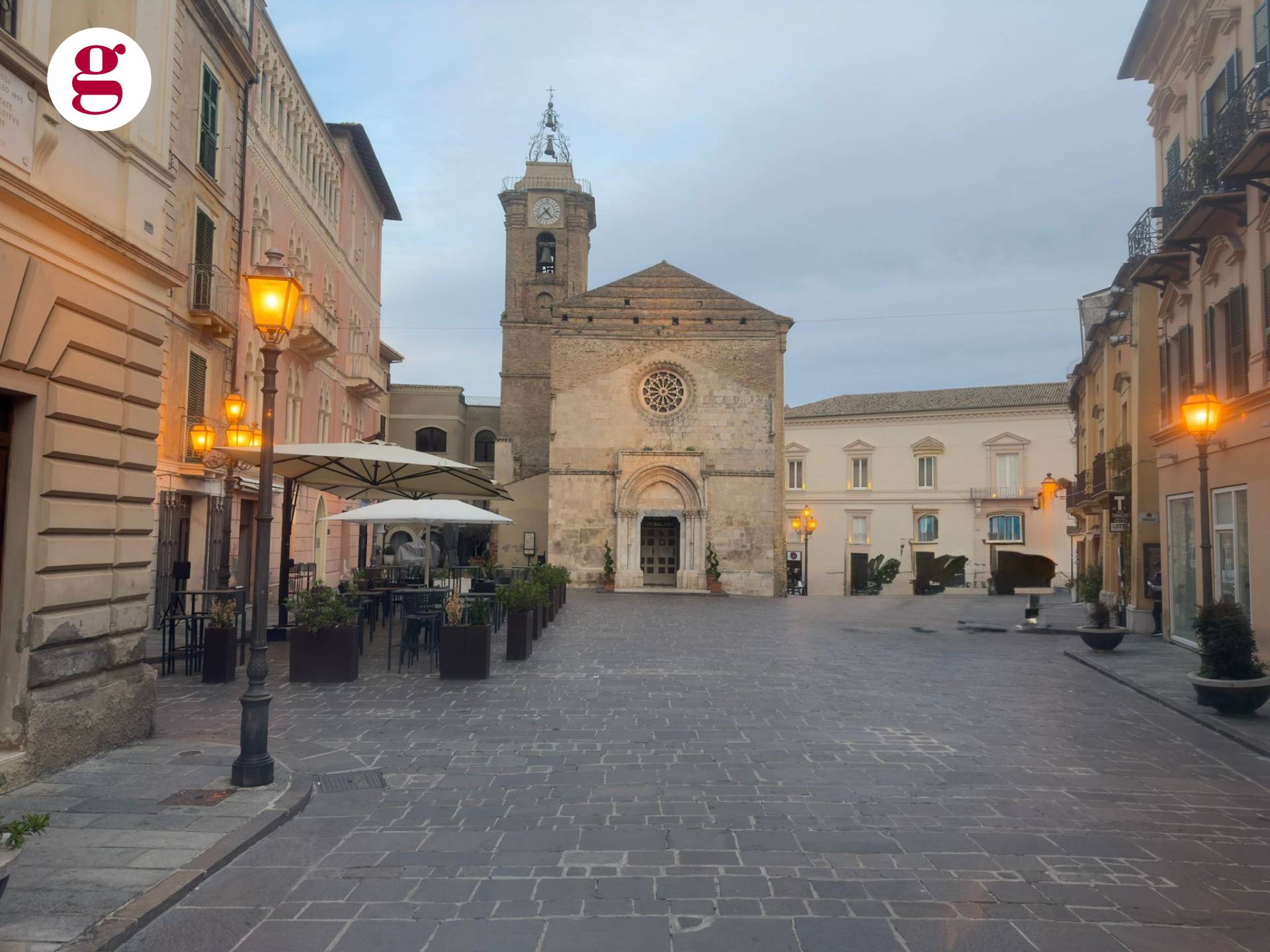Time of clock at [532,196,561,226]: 4:37
